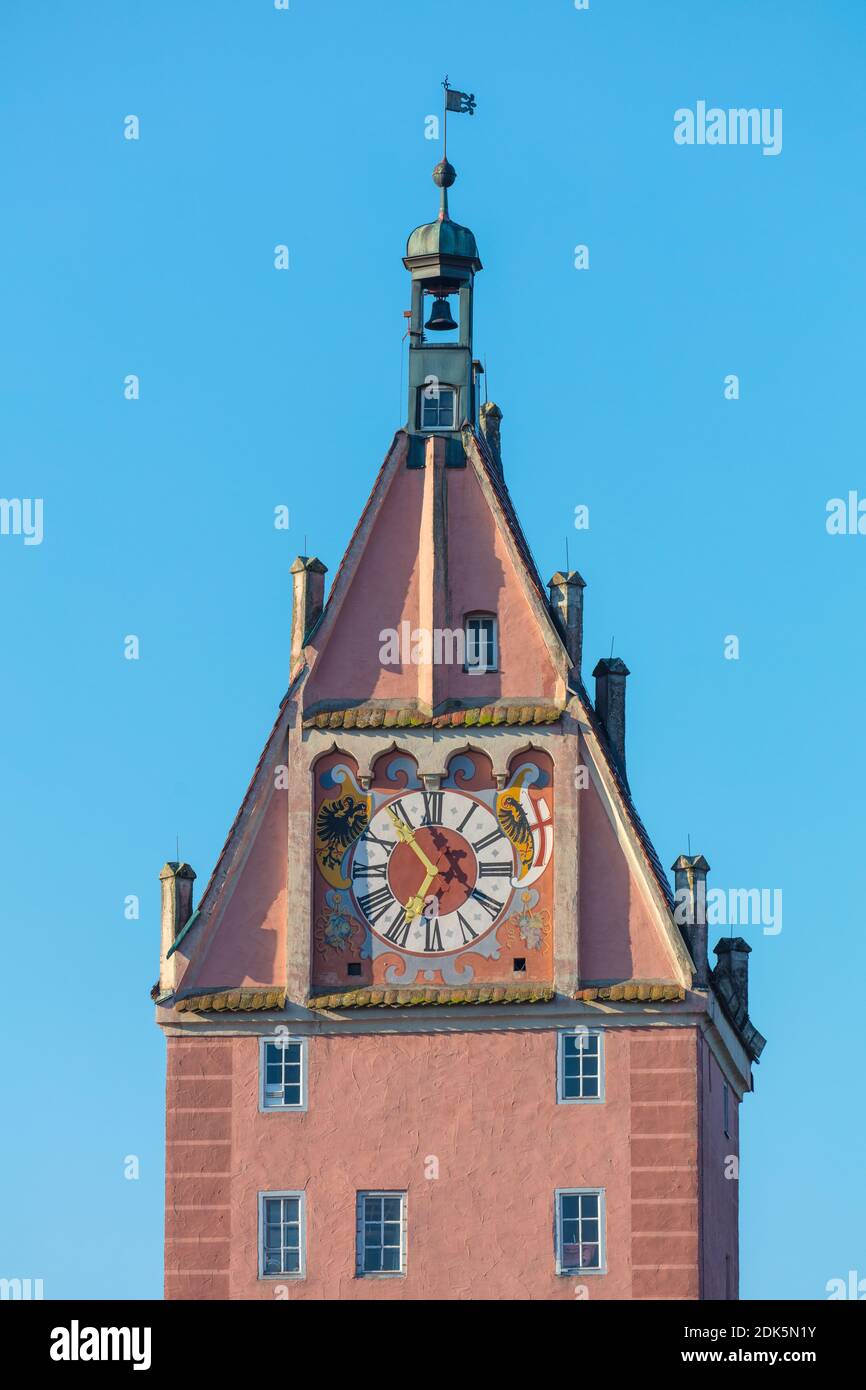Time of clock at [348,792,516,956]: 6:53
